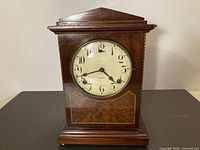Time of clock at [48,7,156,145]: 4:42
